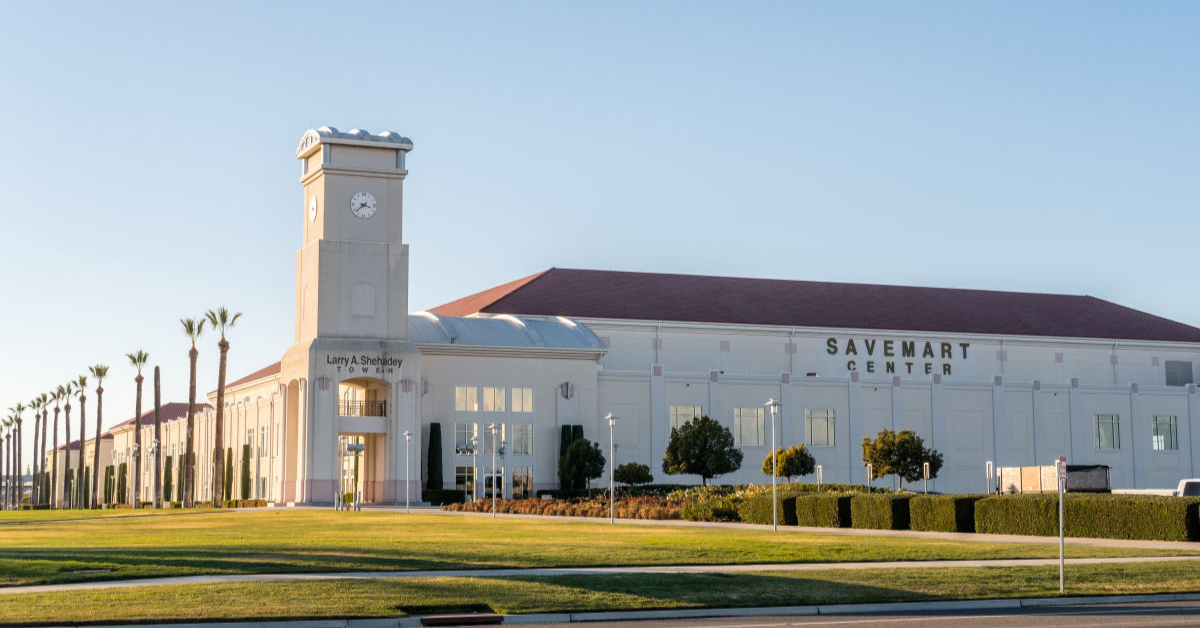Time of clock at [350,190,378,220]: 3:38
